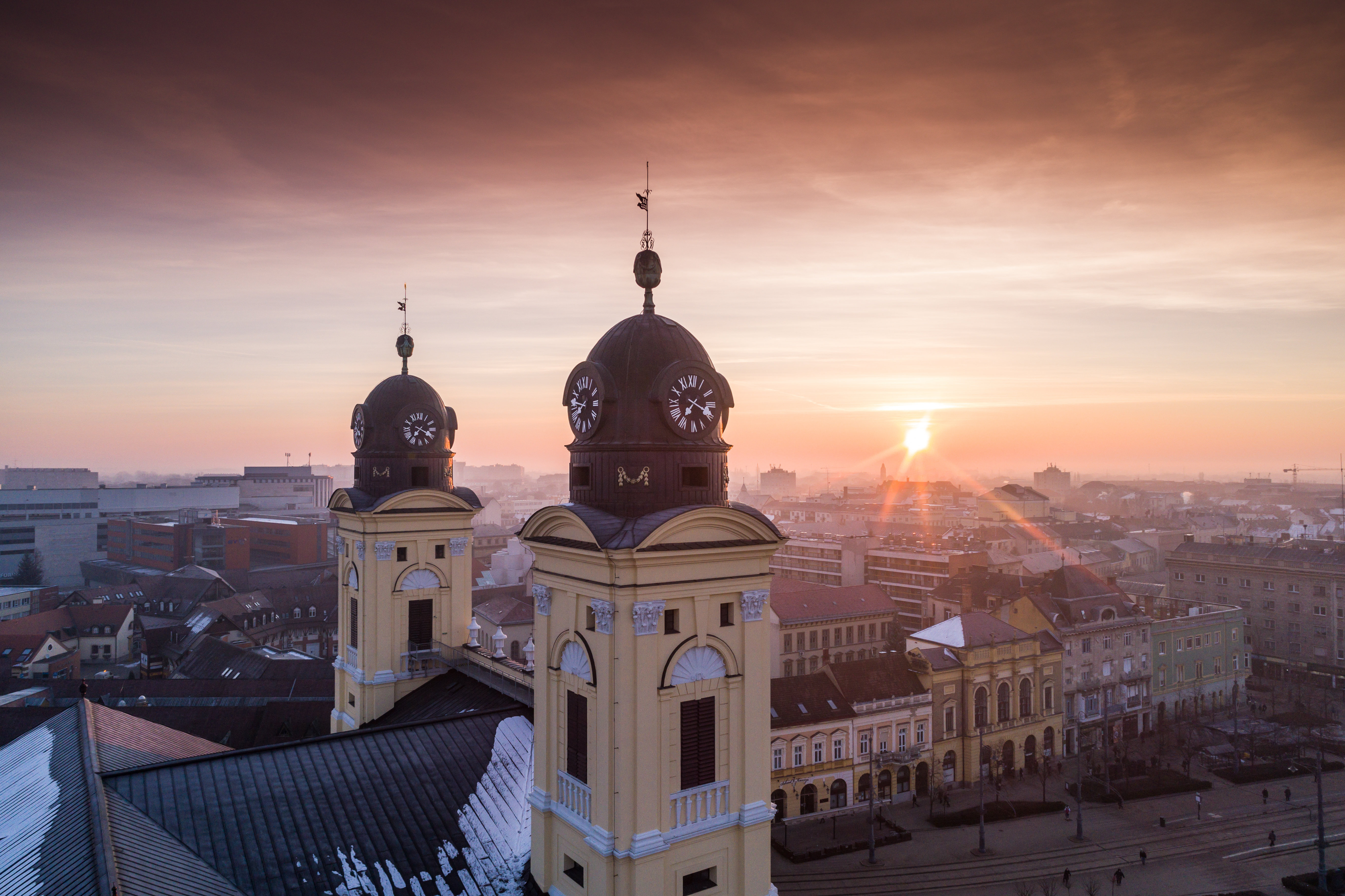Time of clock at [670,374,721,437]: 7:18
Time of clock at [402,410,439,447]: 7:19
